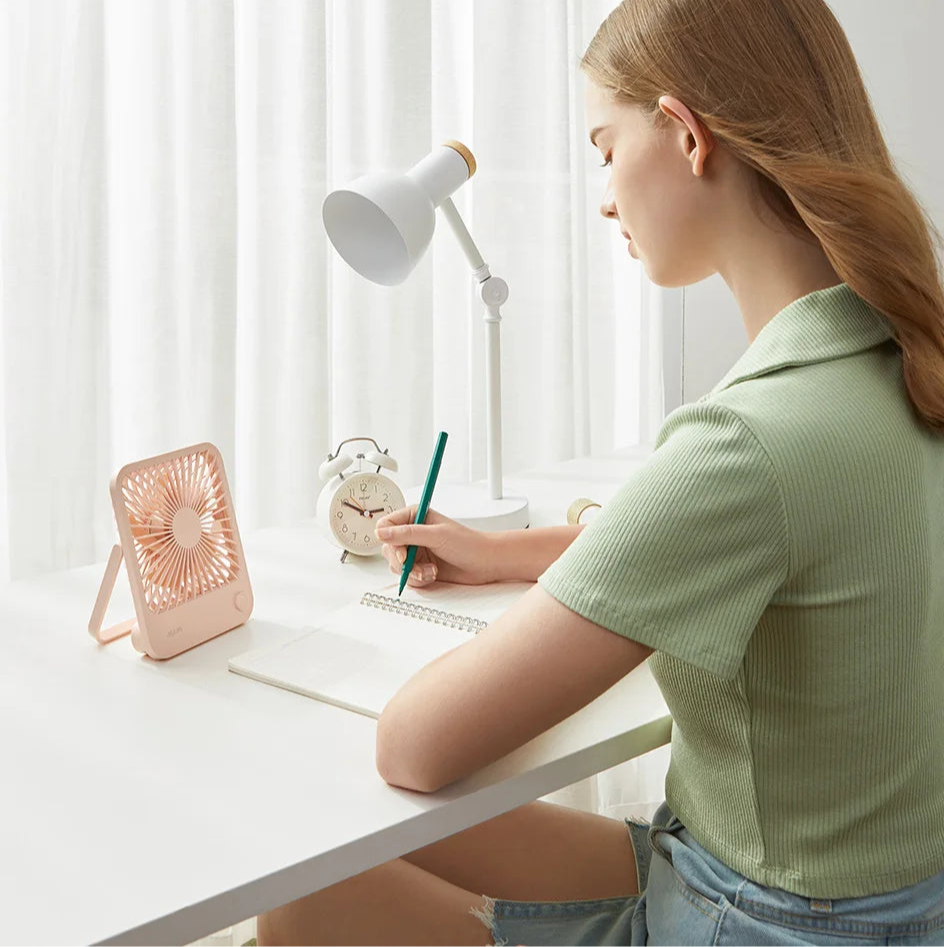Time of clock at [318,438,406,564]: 2:49
